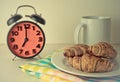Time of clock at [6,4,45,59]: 7:00
